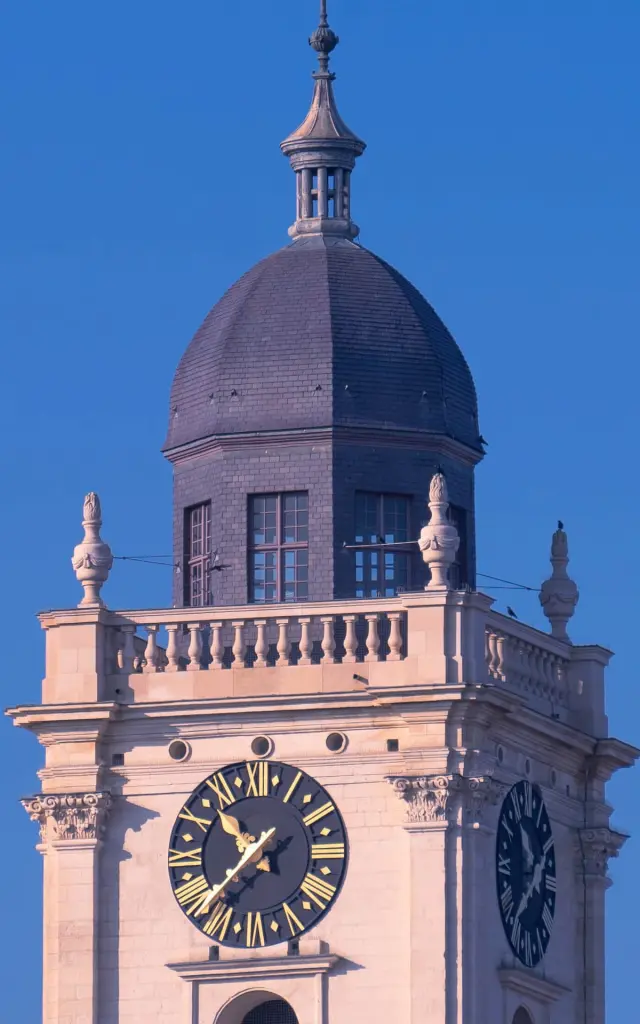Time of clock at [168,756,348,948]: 10:37
